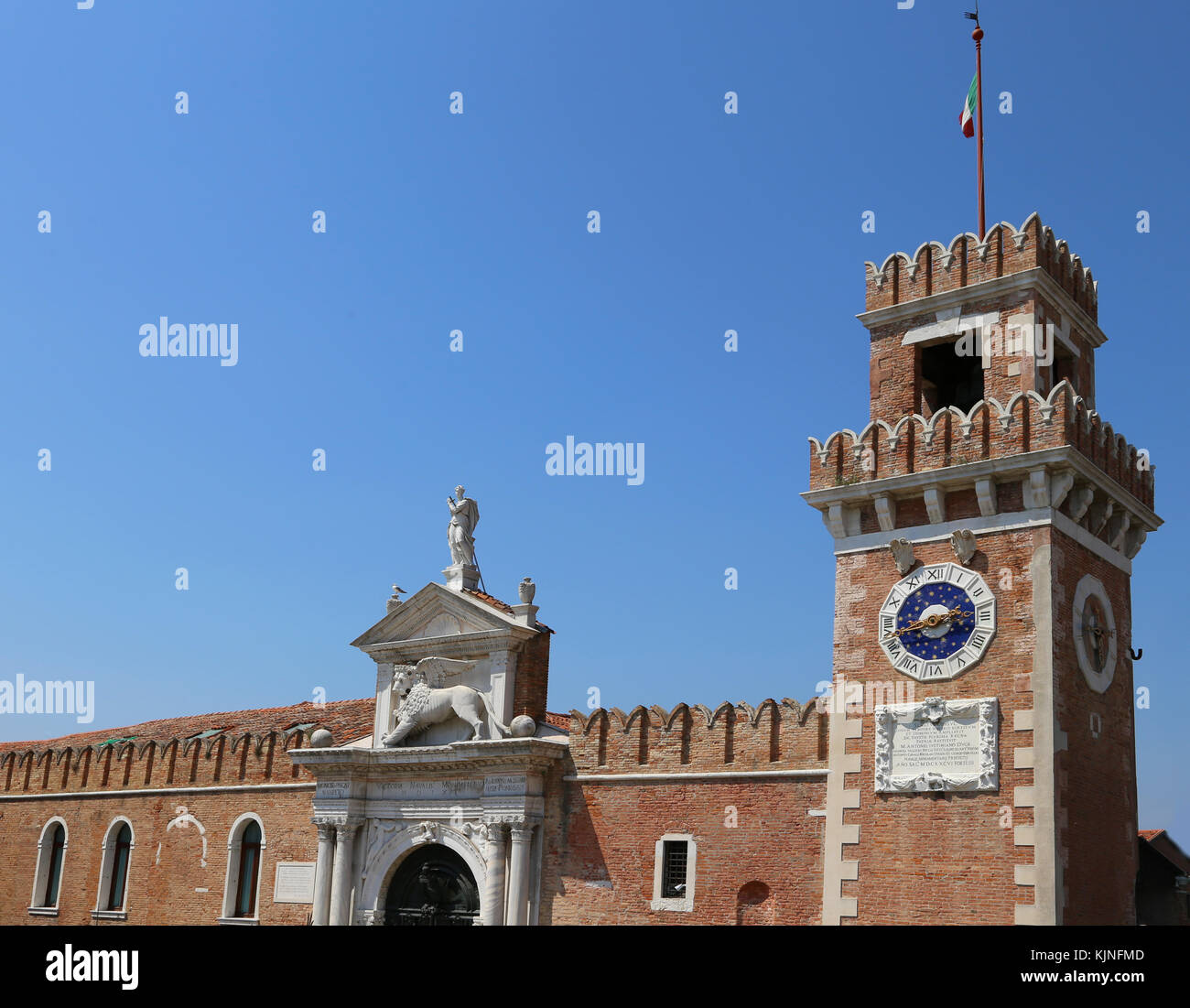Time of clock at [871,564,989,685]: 2:42
